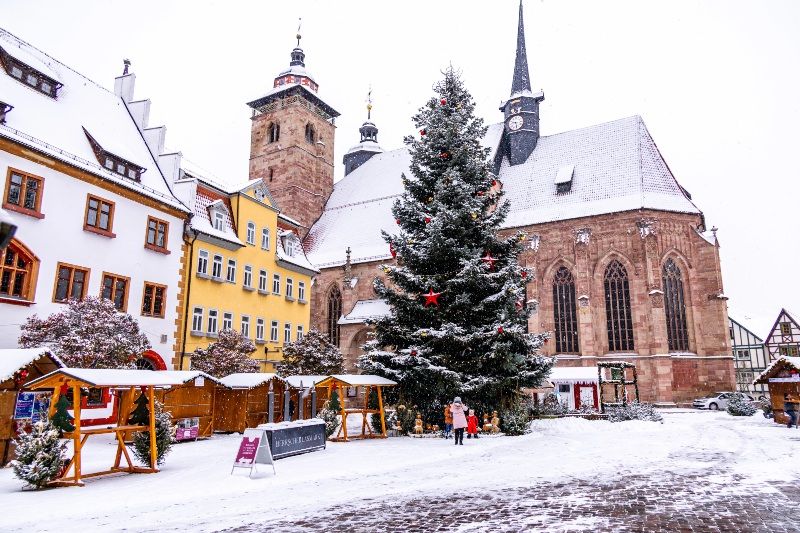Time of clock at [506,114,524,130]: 9:28
